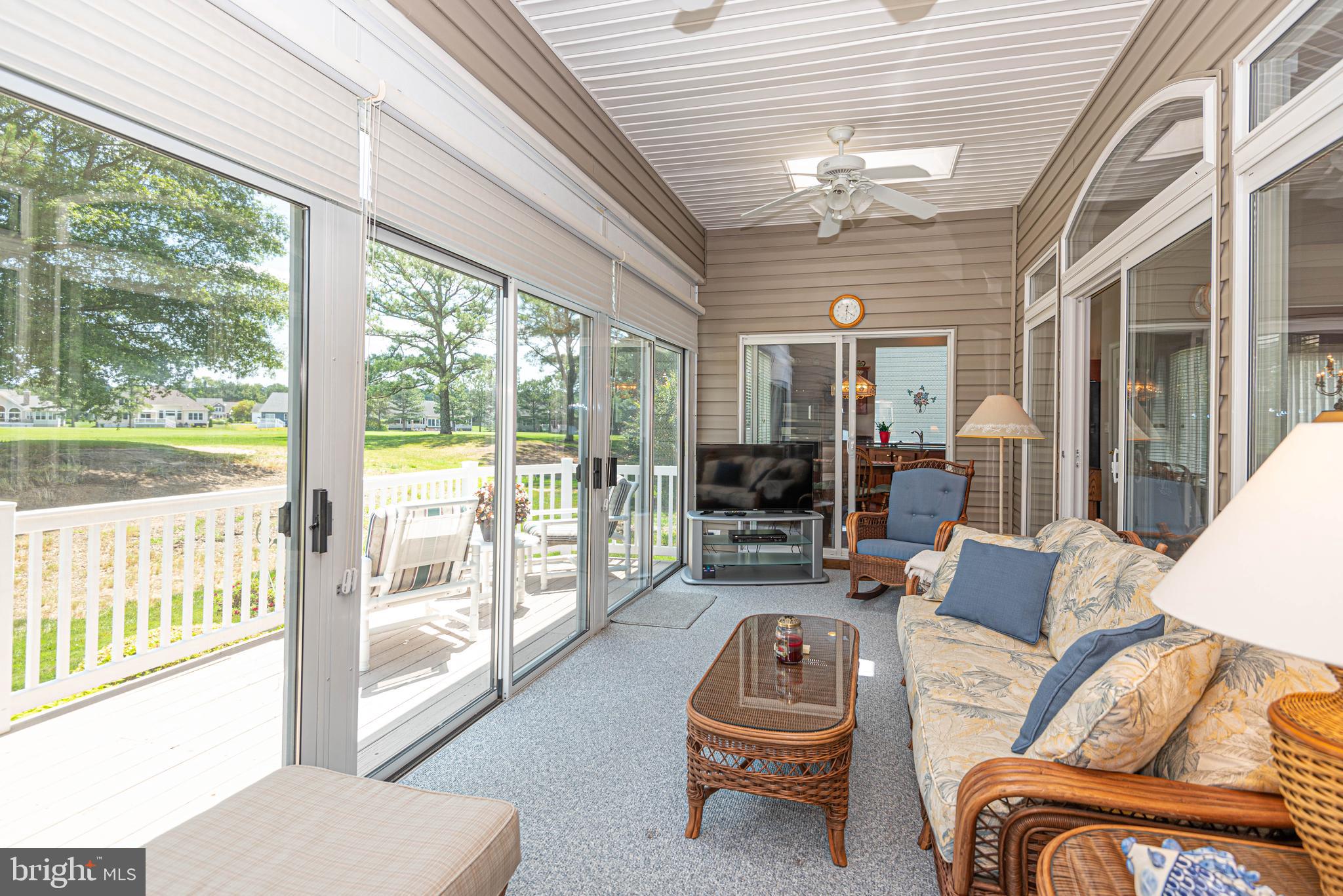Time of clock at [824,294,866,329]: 12:20
